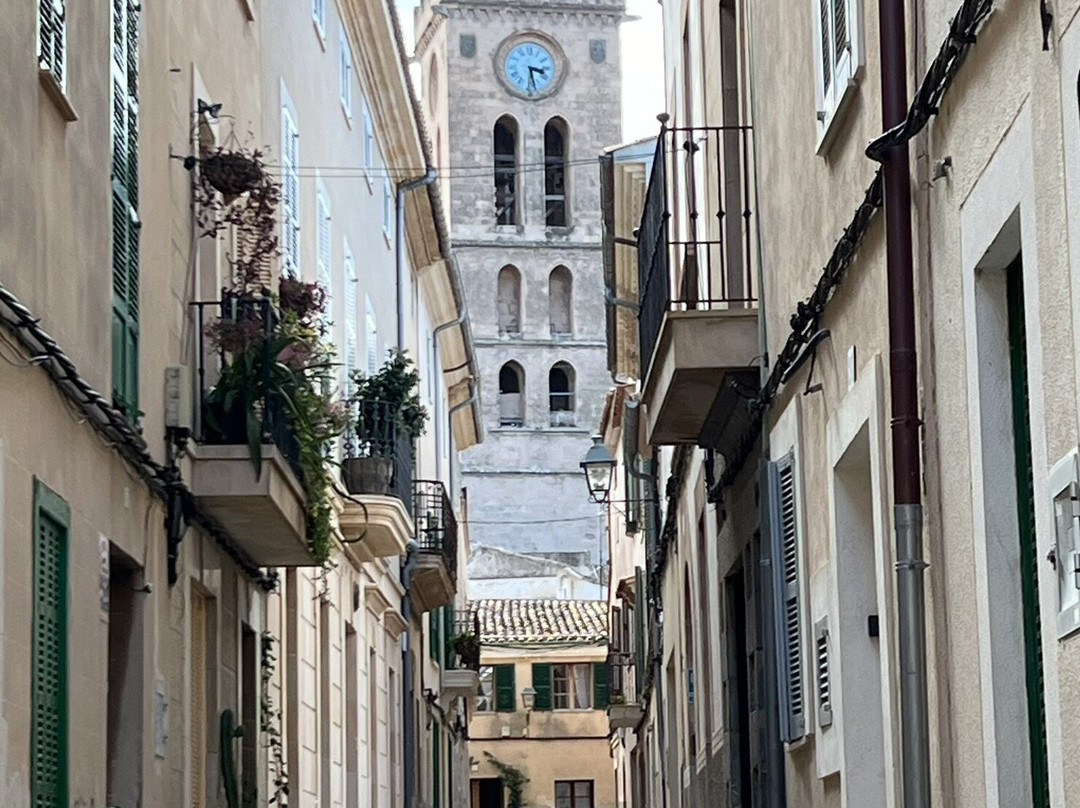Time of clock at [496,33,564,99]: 3:27
